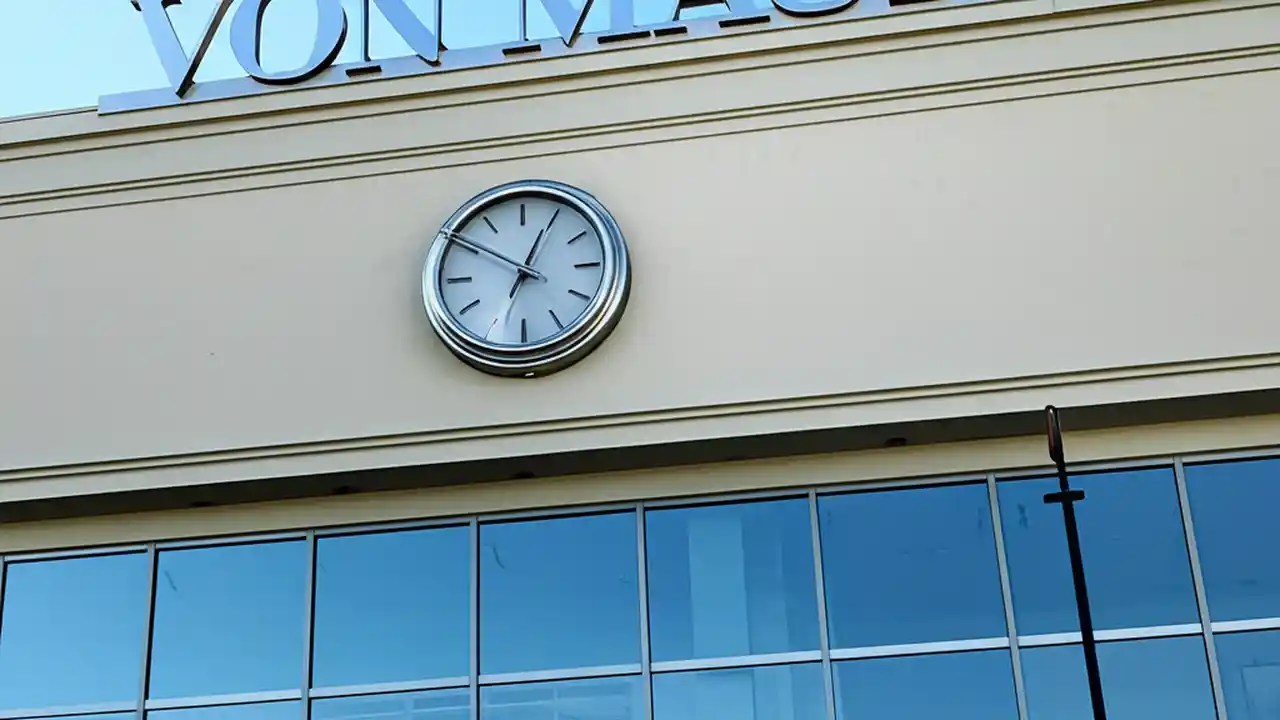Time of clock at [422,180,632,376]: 12:50
